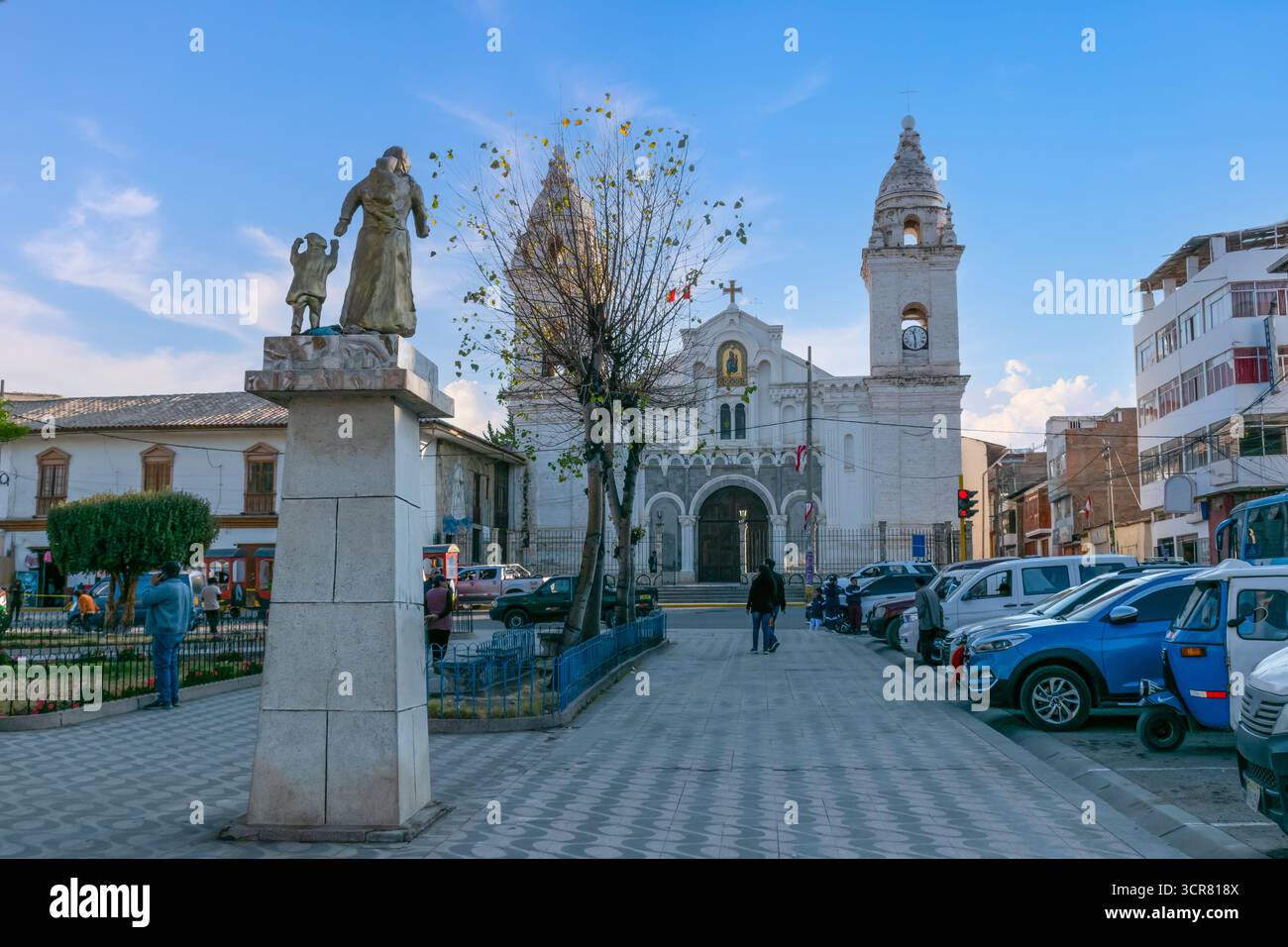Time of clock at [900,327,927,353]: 11:29
